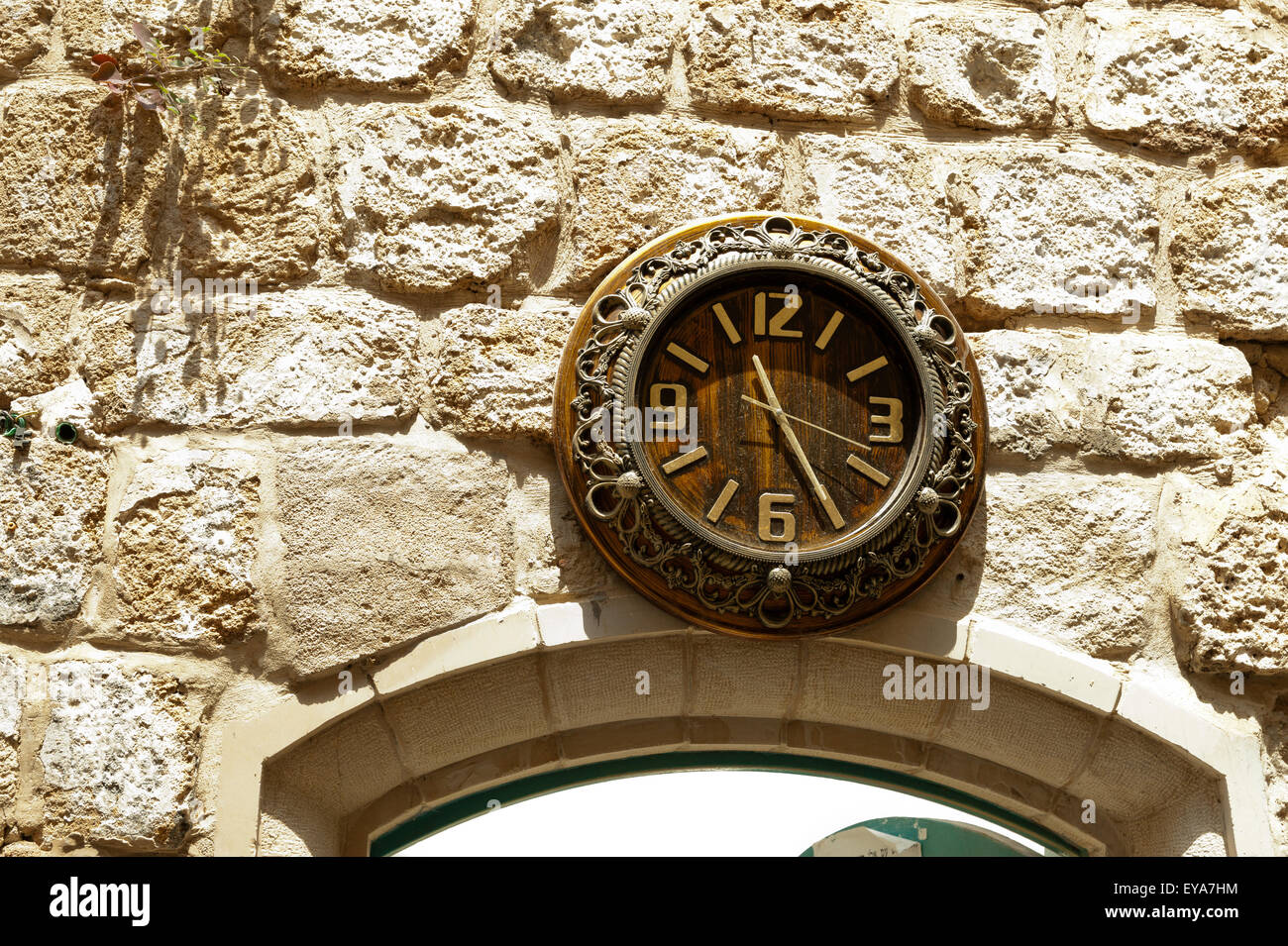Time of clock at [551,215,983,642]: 11:25
